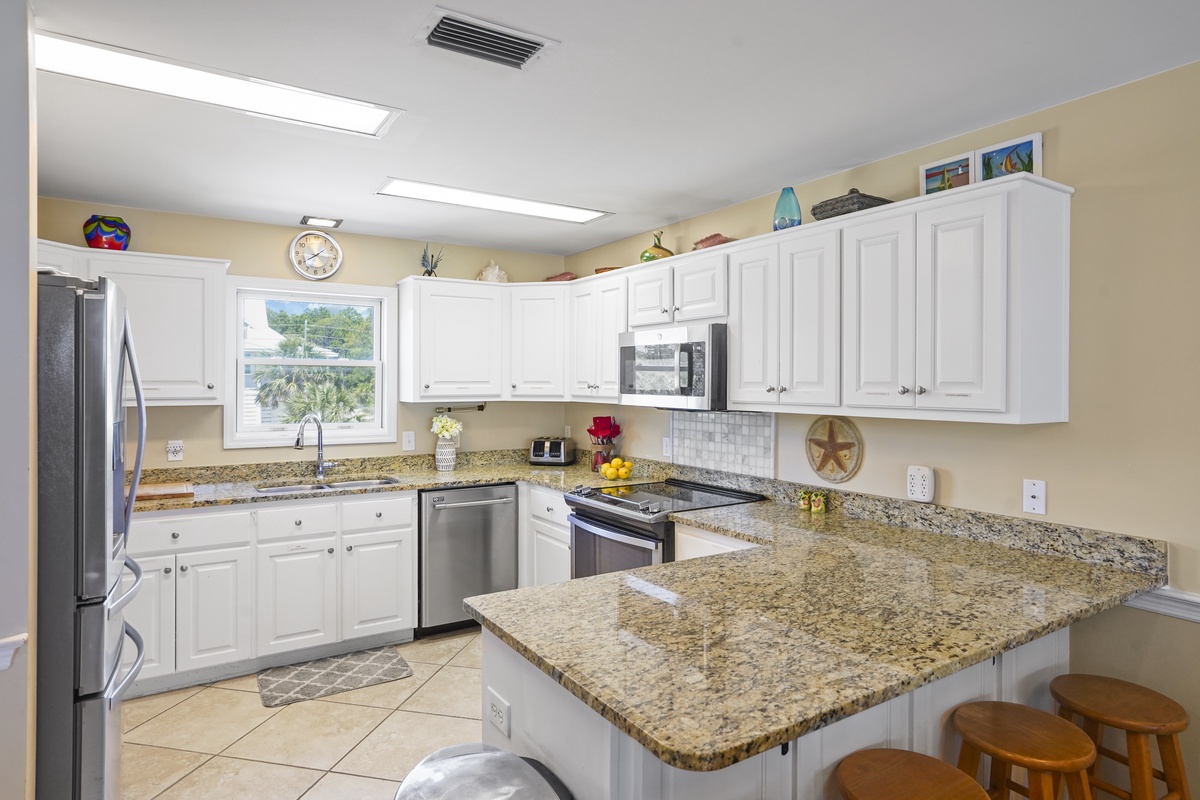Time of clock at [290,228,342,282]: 1:39
